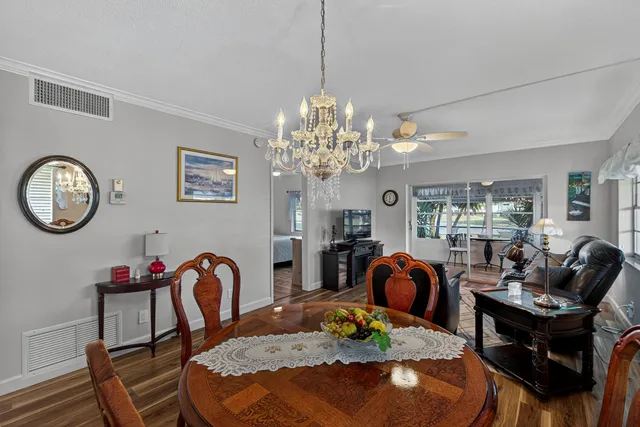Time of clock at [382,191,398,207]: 11:32
